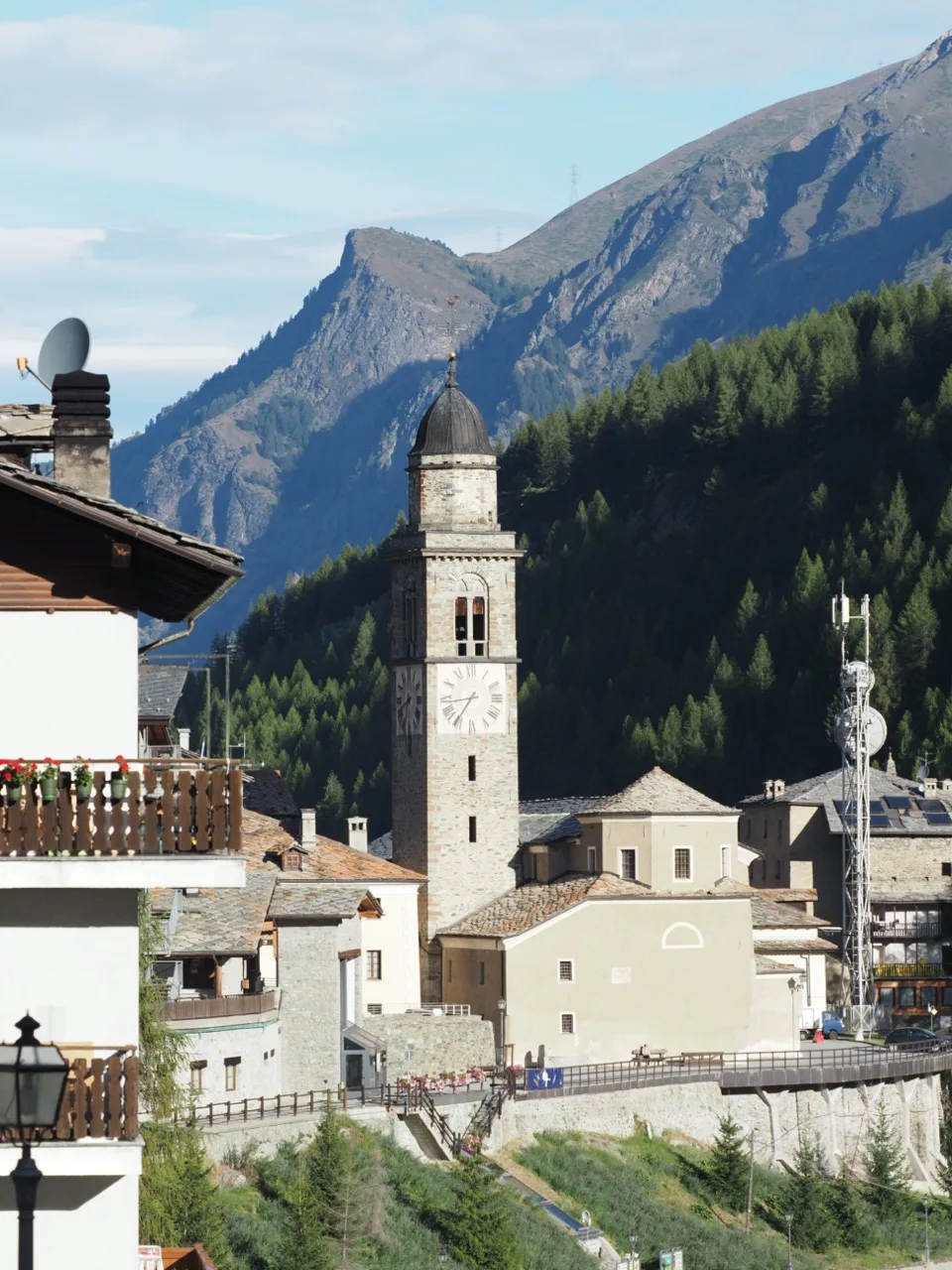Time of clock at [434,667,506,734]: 8:35
